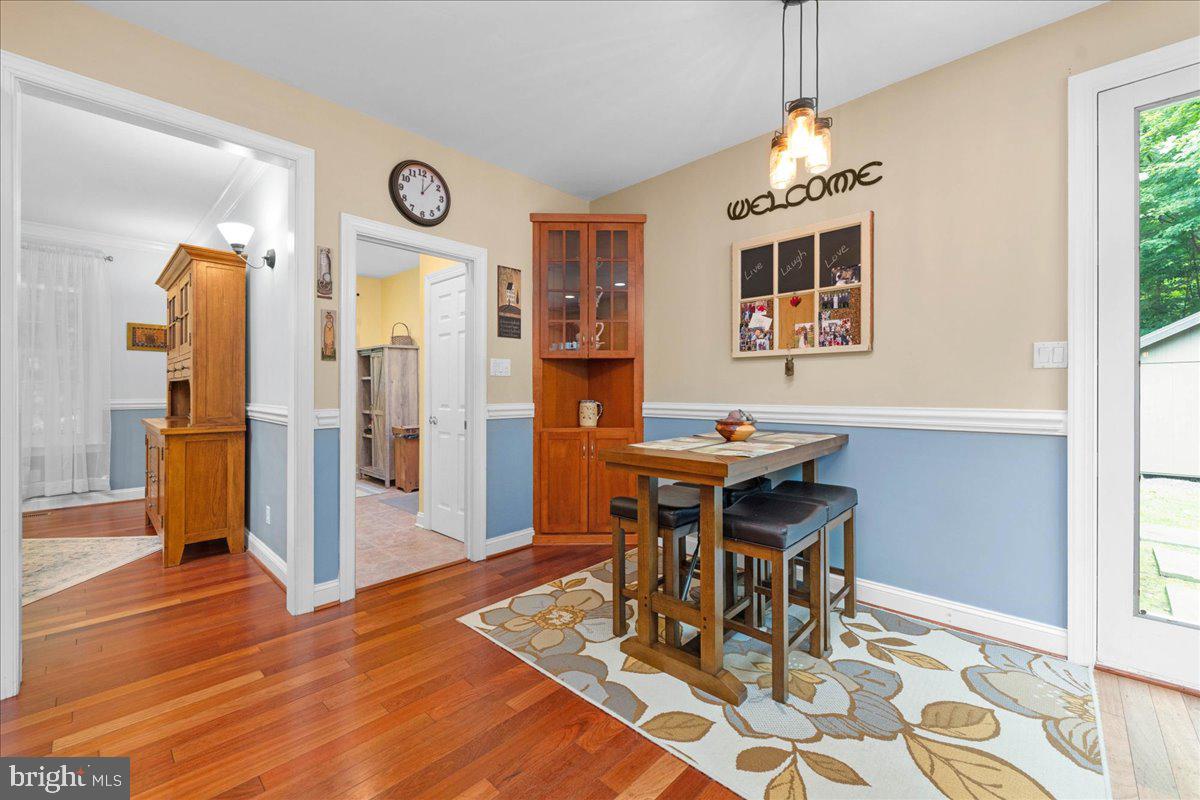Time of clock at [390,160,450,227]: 12:06
